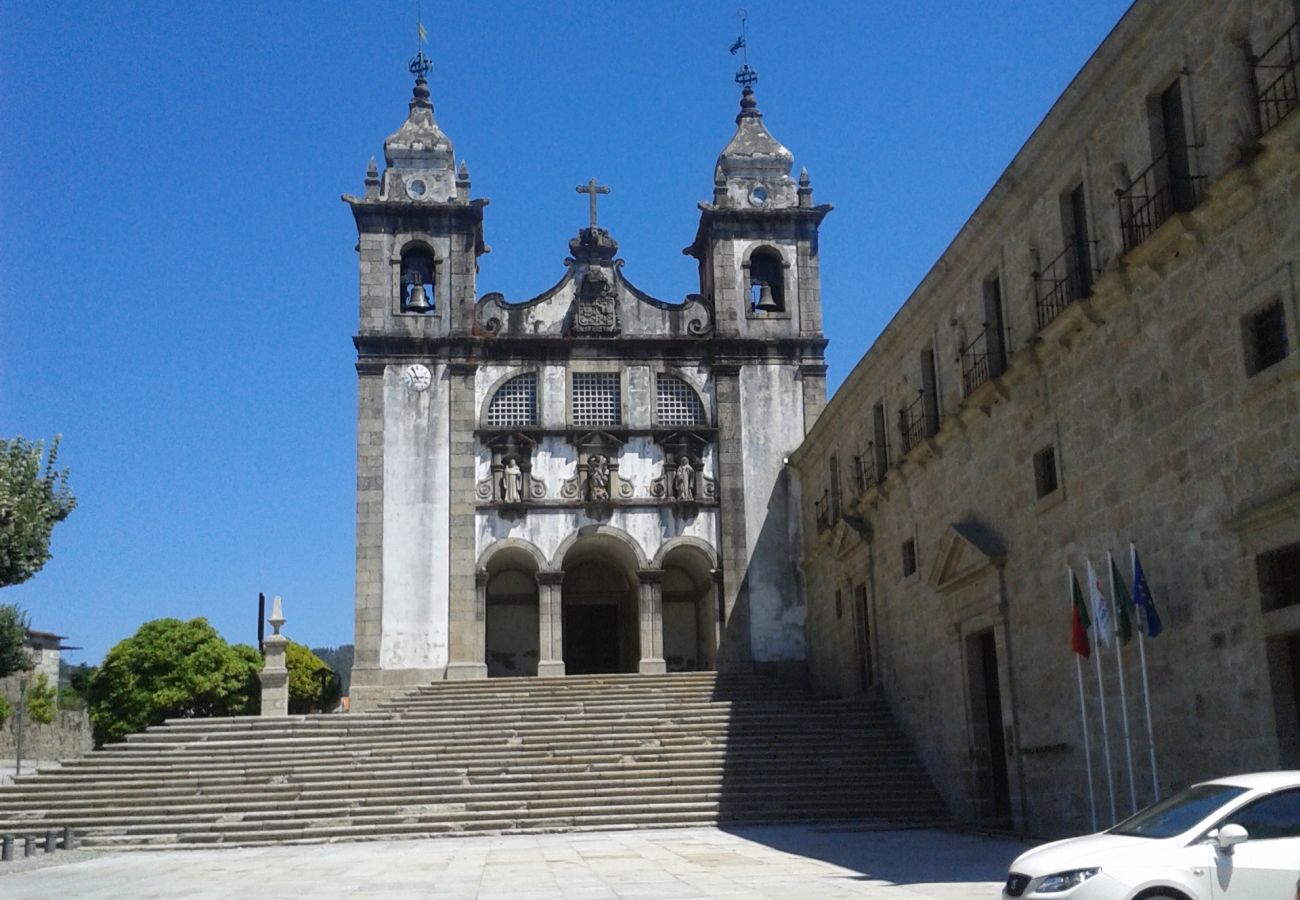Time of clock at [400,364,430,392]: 2:56
